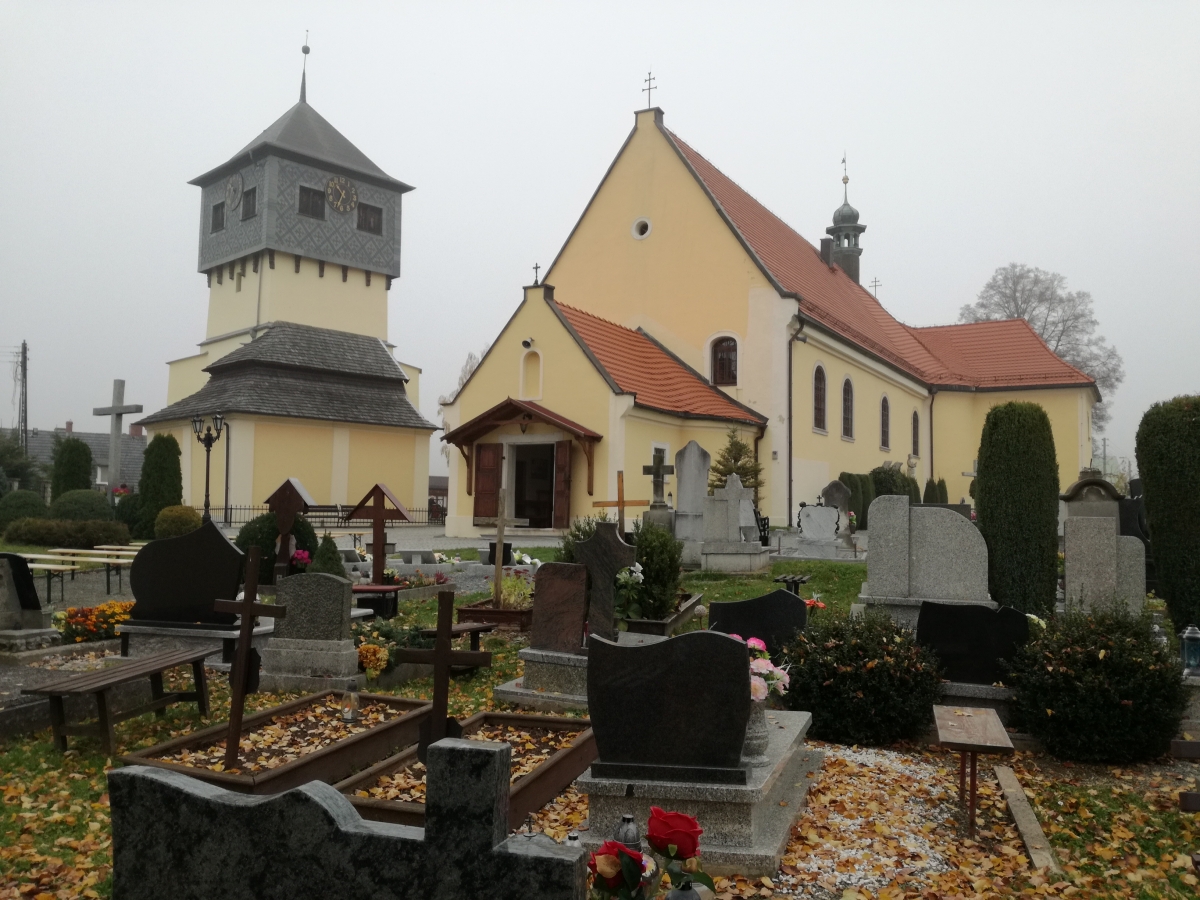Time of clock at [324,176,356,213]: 10:34
